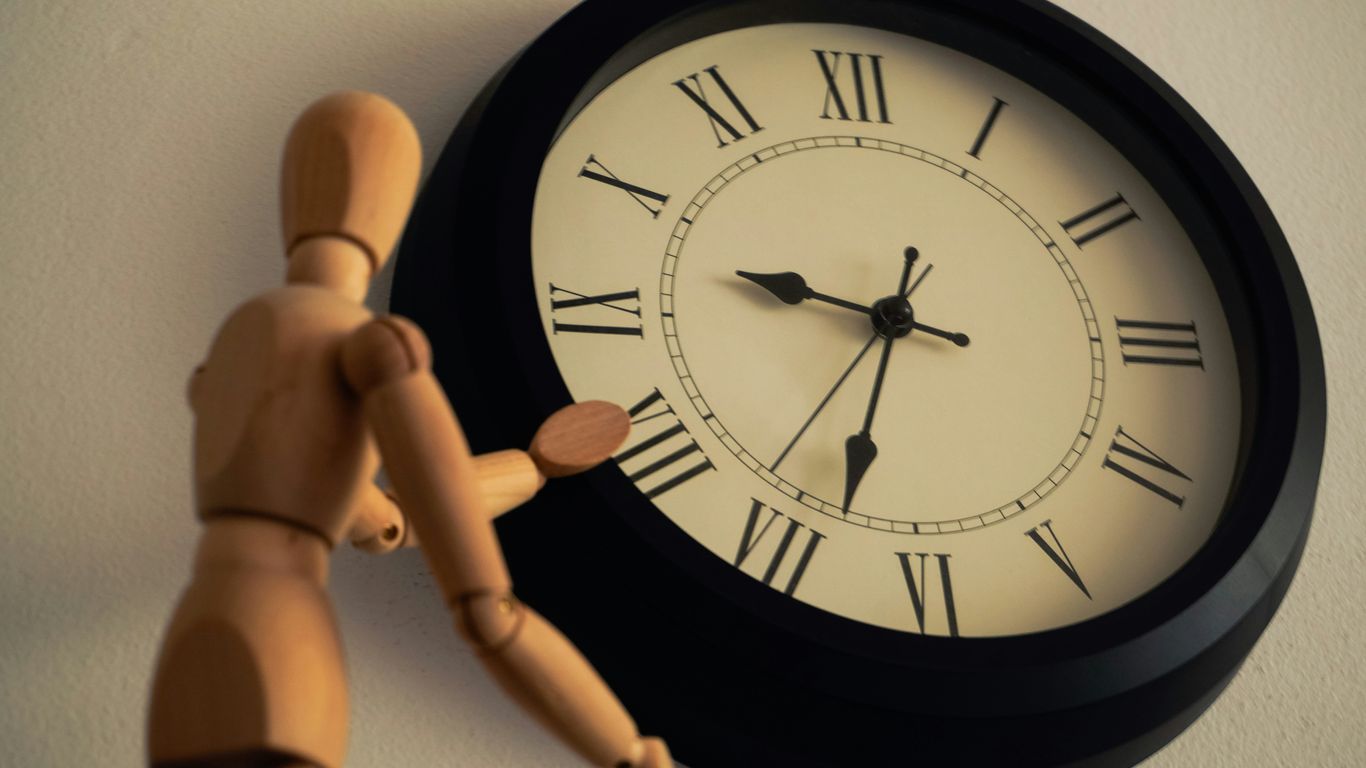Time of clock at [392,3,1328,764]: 9:33
